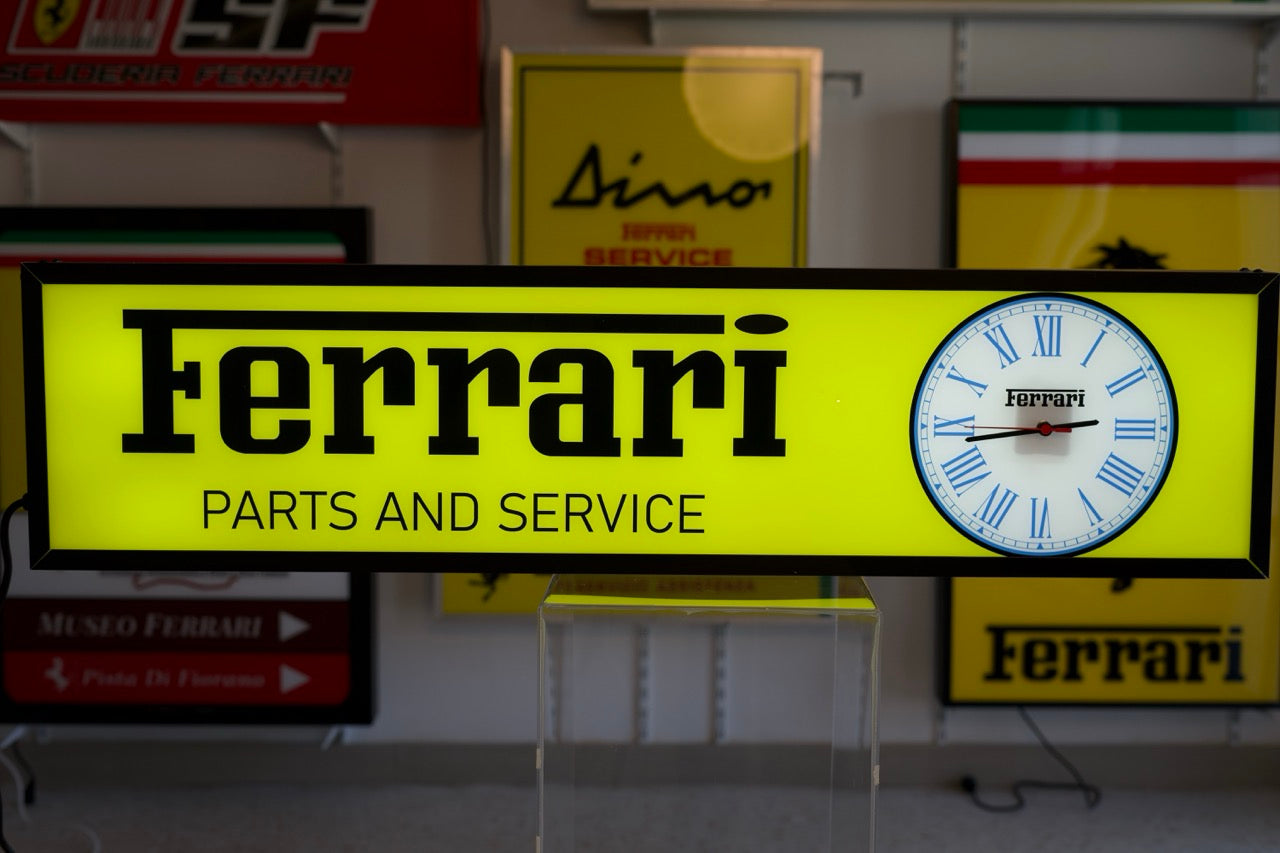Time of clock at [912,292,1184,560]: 2:43
